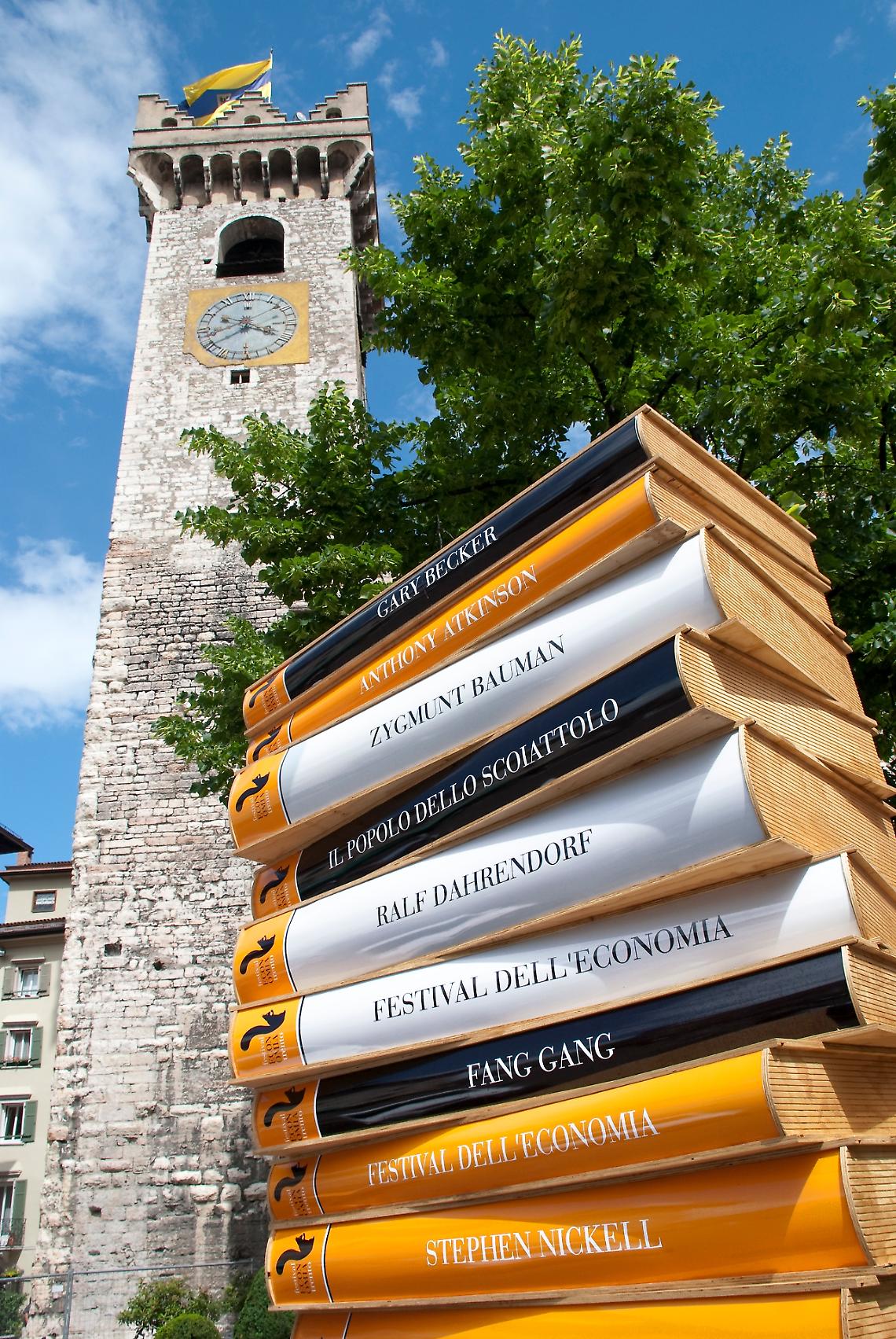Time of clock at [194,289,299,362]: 3:40
